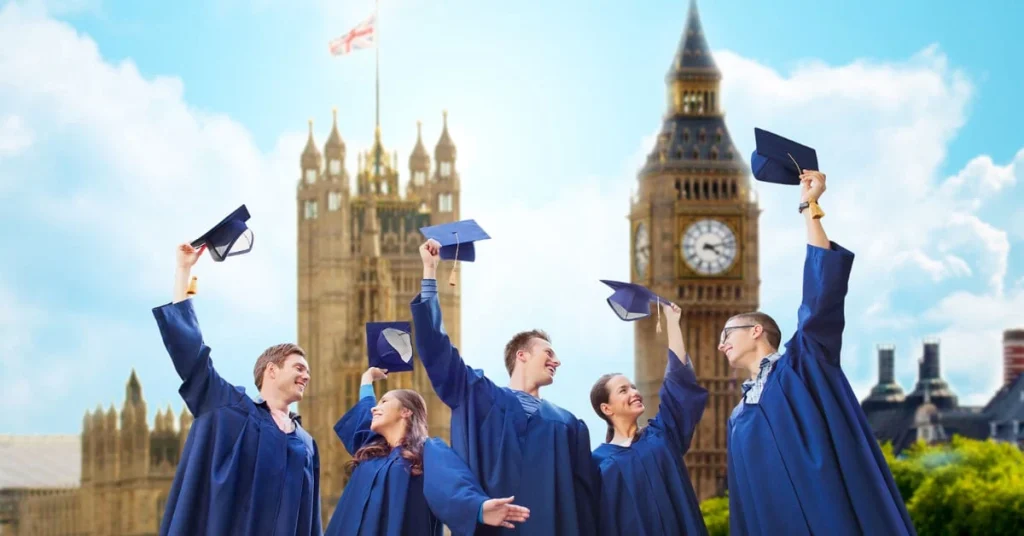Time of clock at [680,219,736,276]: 4:12
